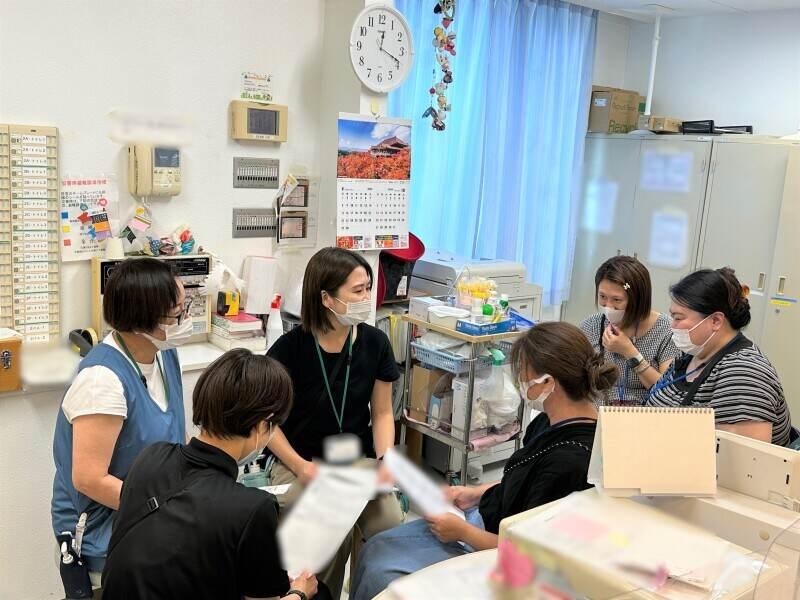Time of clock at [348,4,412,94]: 12:18
